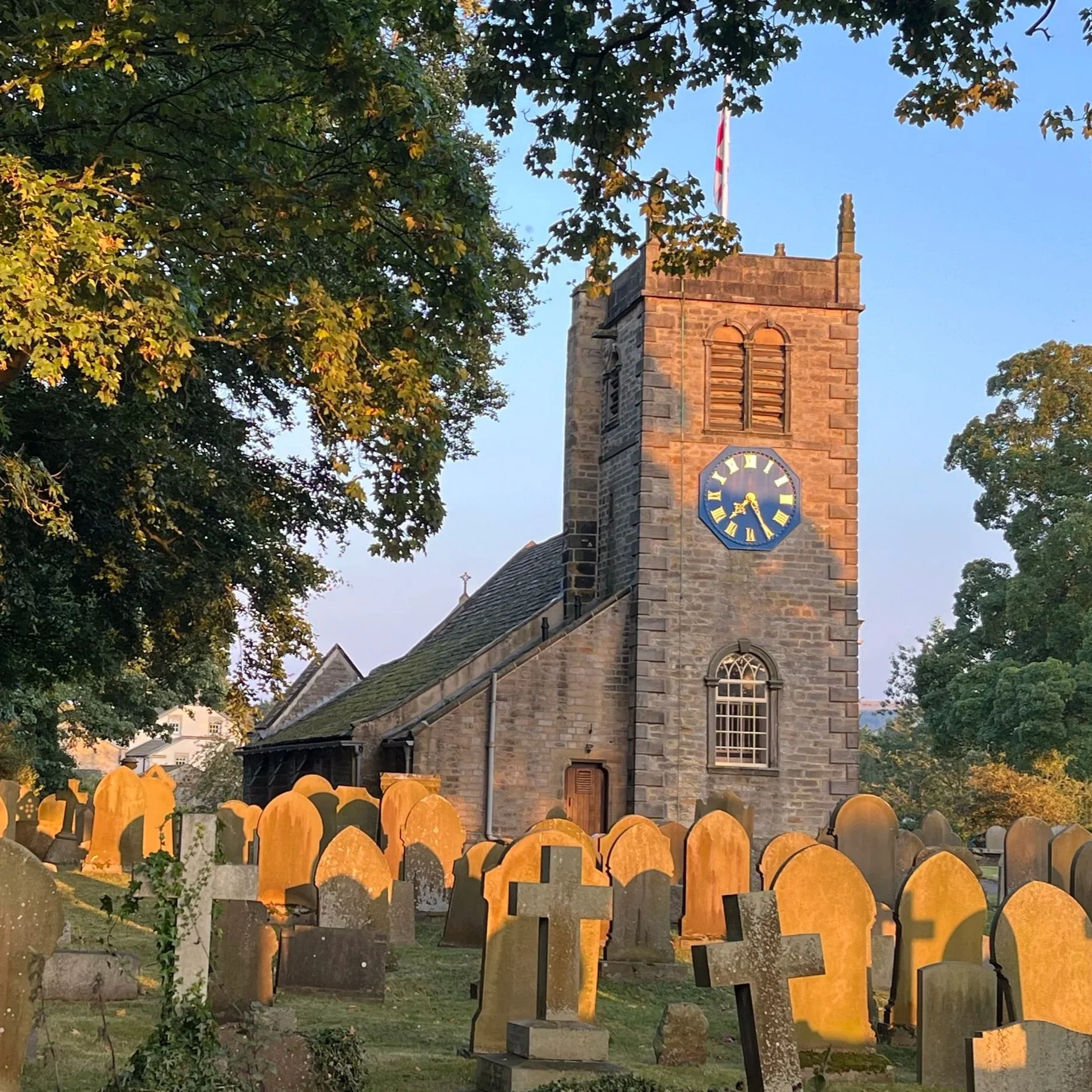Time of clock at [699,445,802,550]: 7:25
